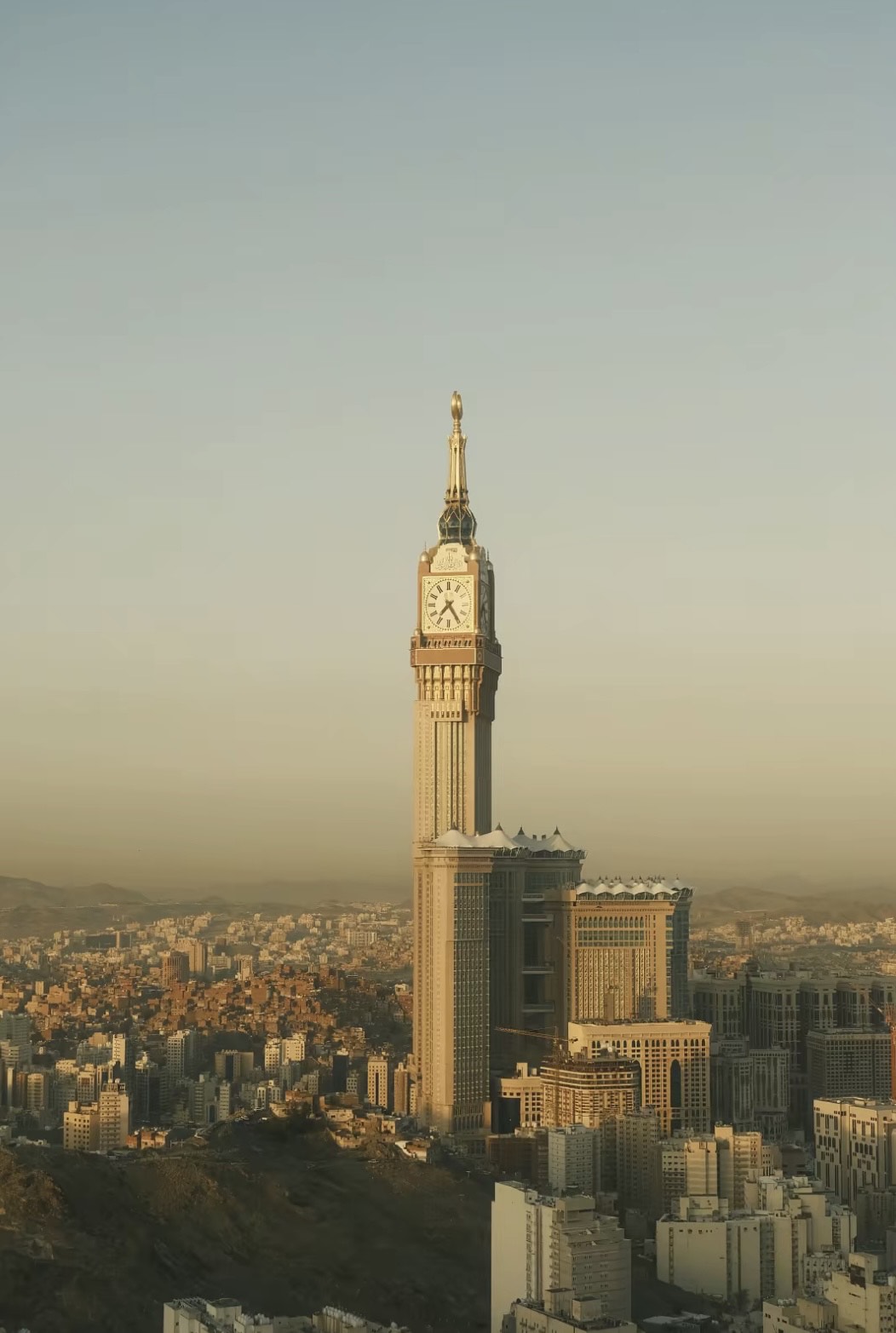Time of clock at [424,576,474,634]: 7:24
